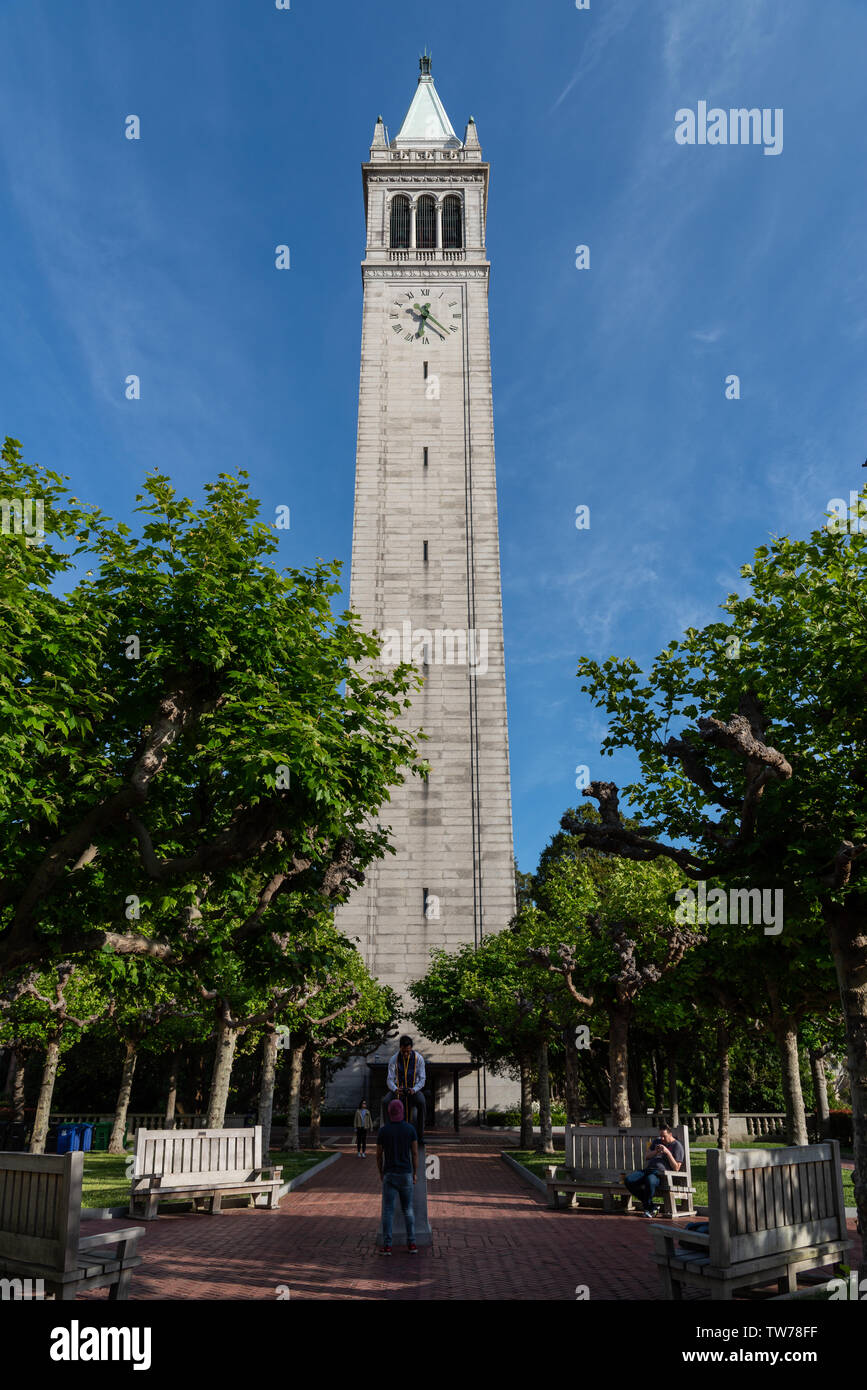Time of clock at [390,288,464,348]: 6:22
